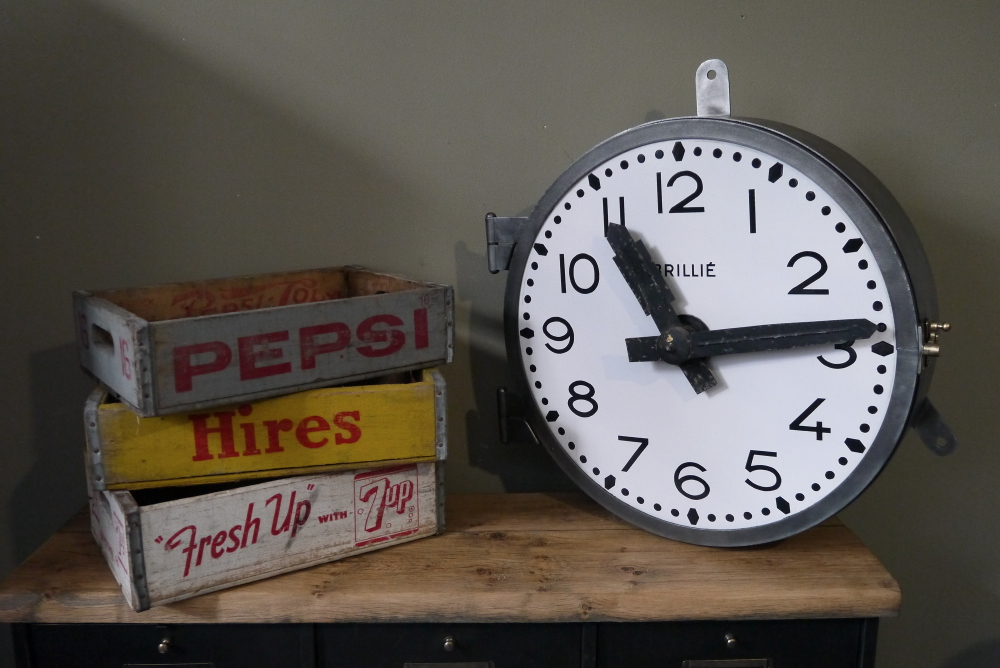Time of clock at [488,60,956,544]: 11:13
